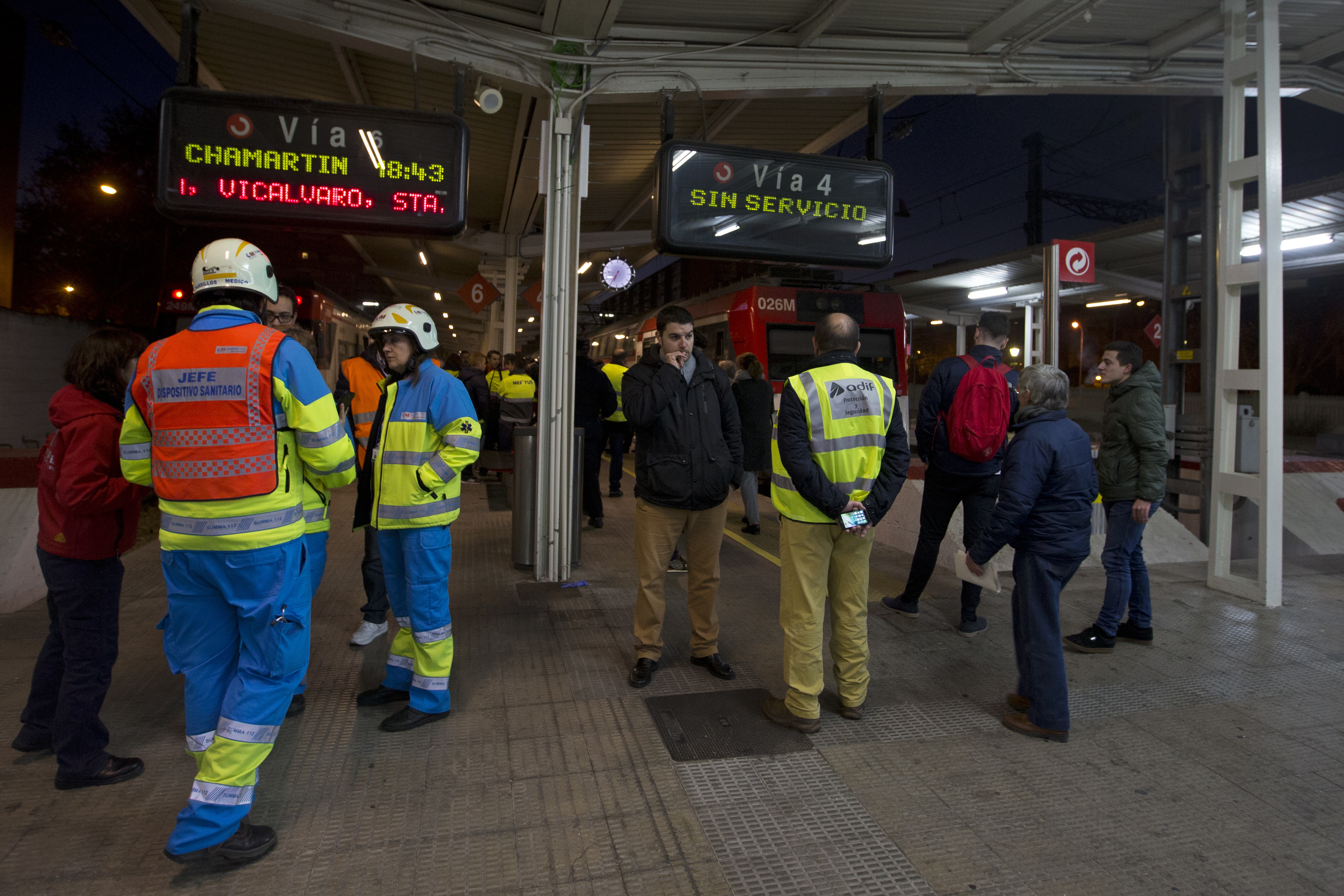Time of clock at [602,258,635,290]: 6:35
